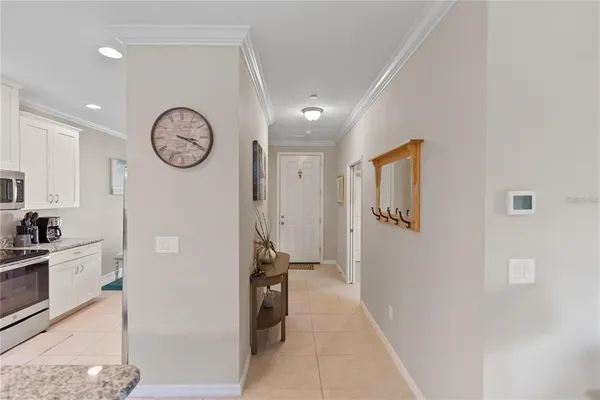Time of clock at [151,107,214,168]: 3:19
